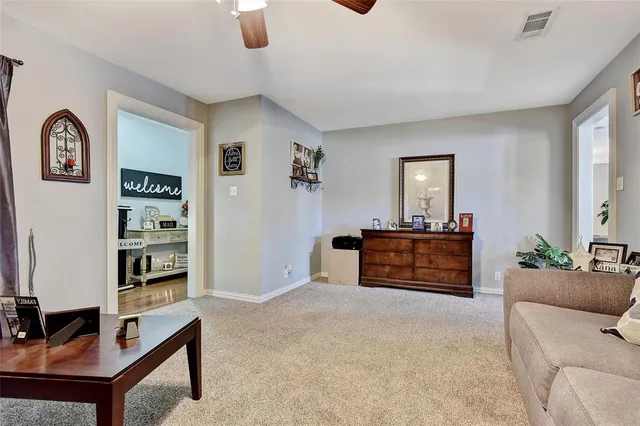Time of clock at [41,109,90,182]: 5:59
